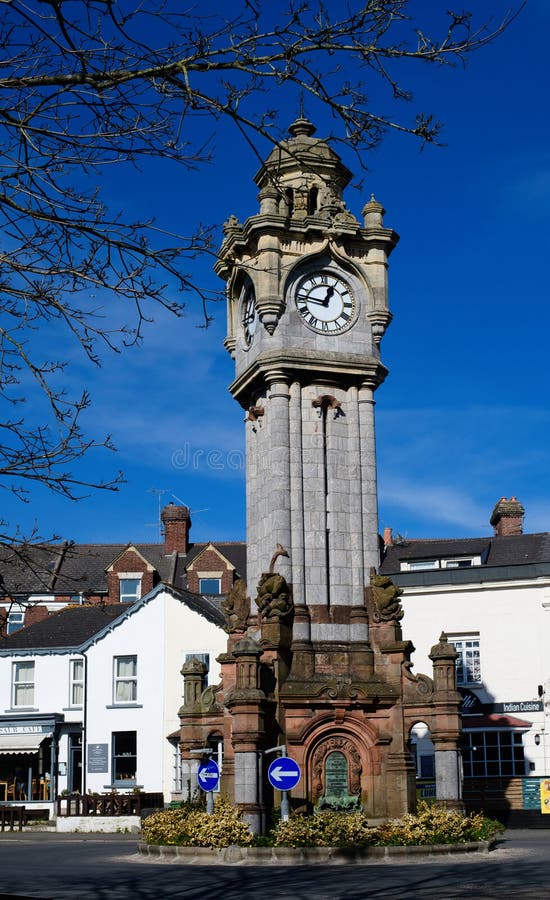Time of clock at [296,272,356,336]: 12:46
